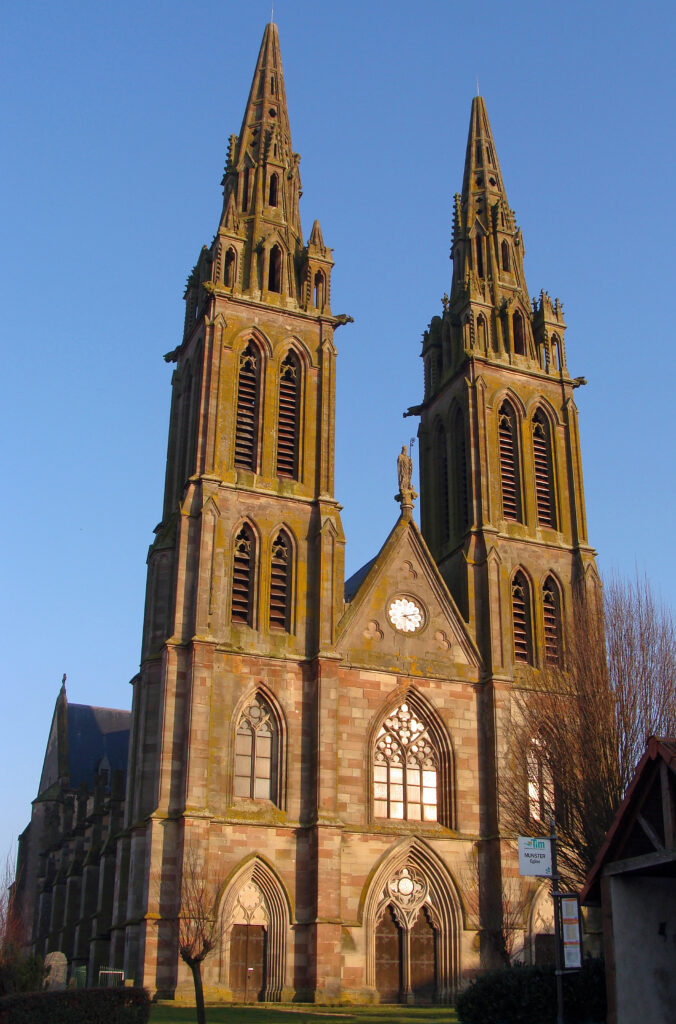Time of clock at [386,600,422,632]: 4:12
